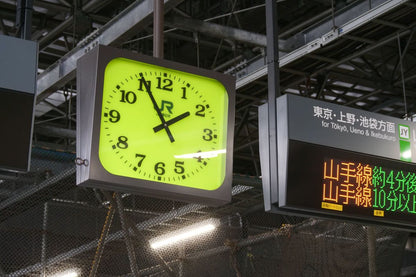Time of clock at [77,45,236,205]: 1:55
